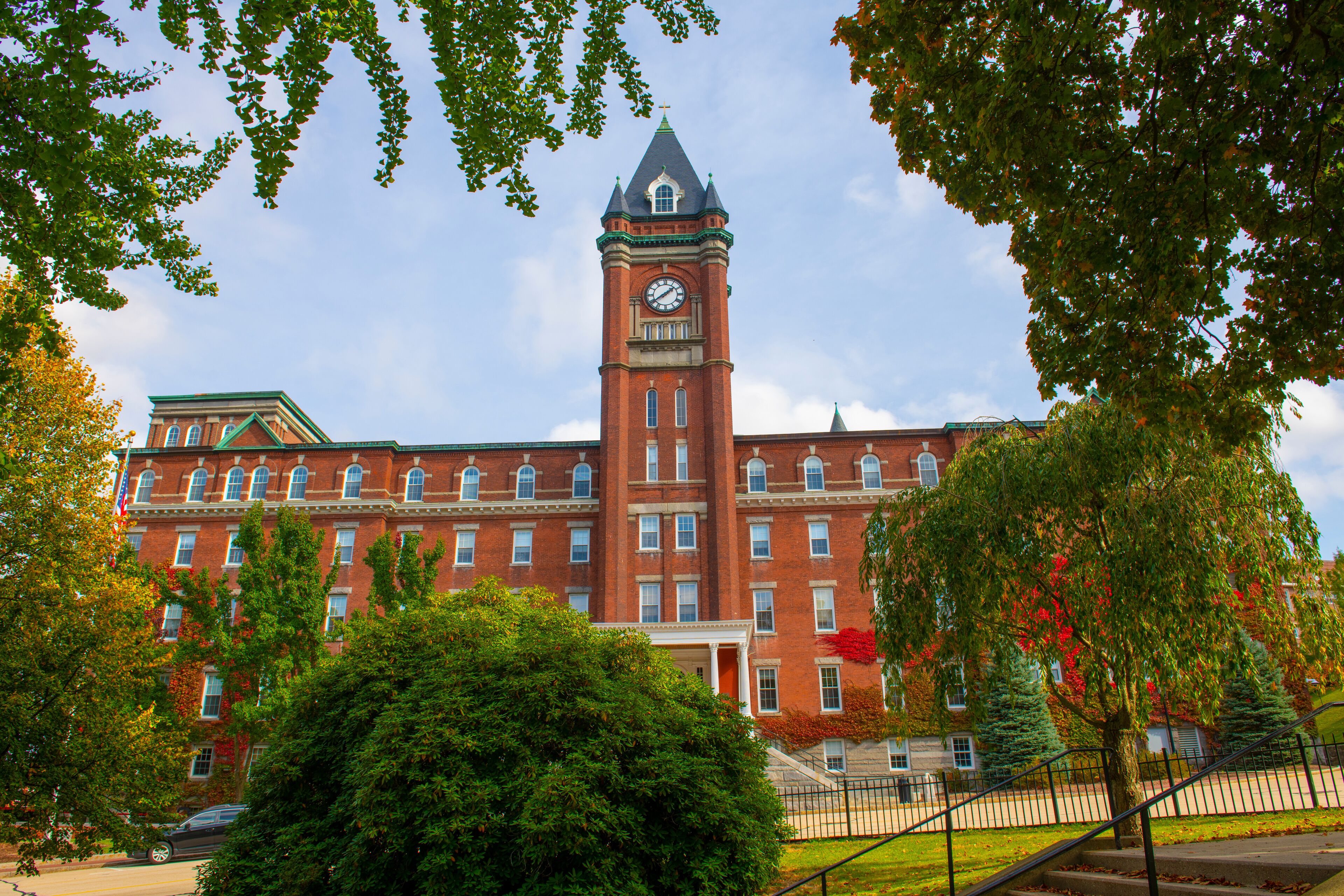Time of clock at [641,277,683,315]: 1:39
